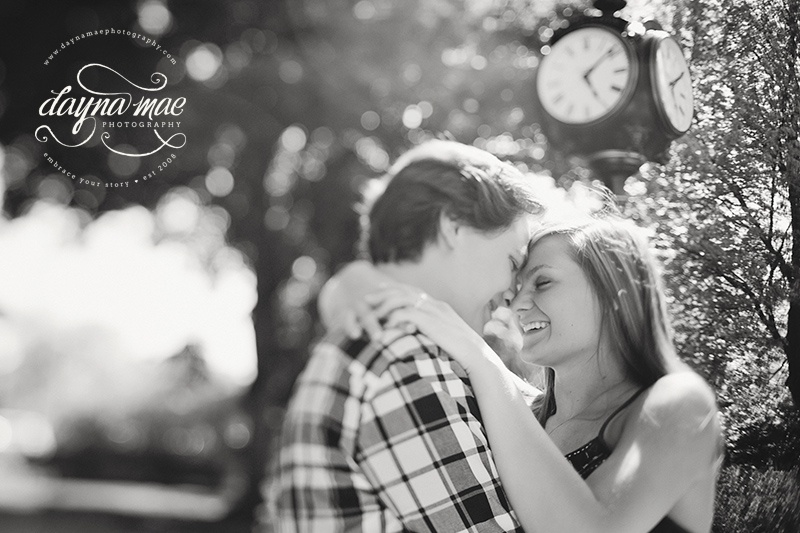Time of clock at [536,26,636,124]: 5:08
